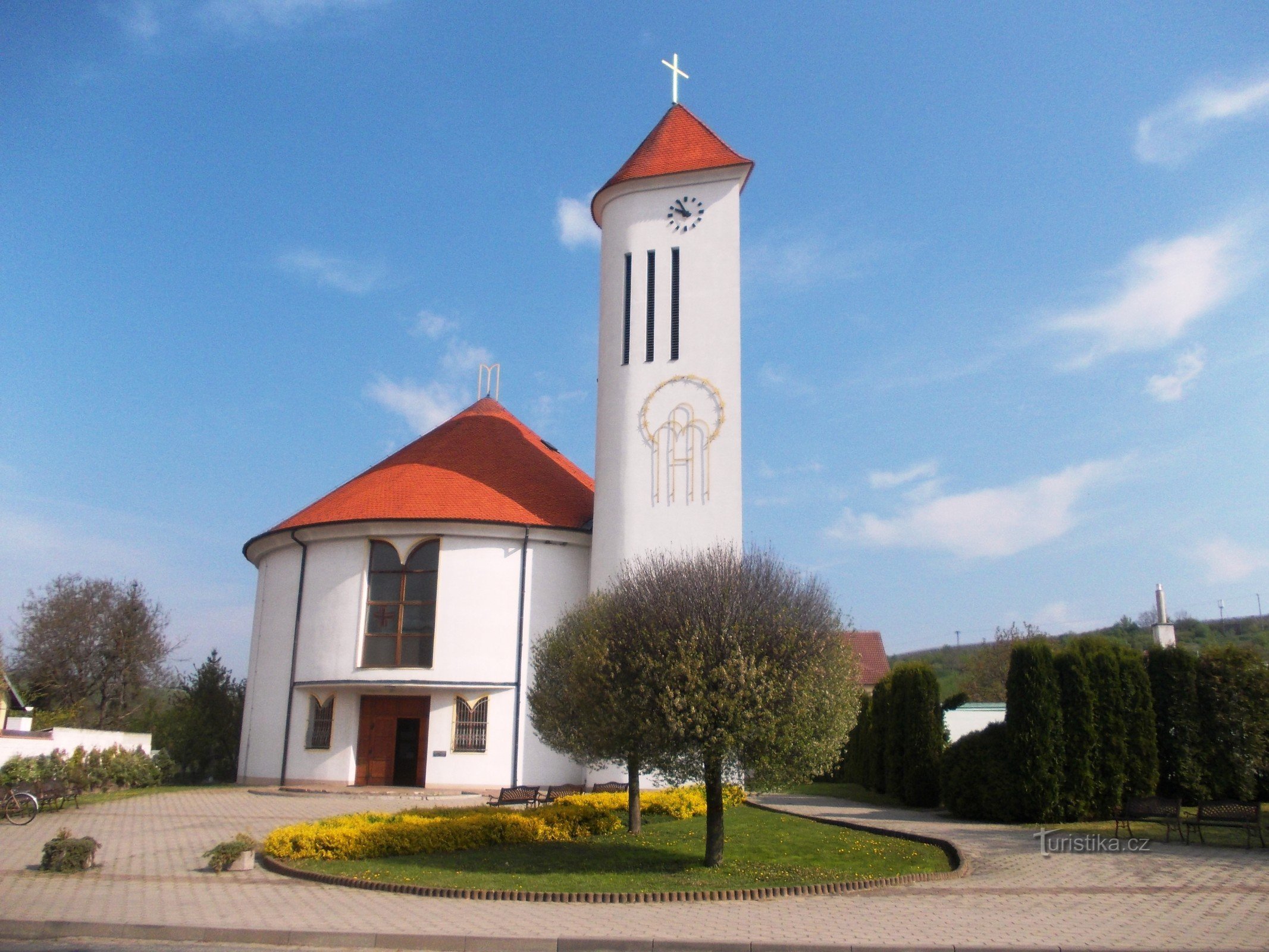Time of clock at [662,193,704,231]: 9:55
